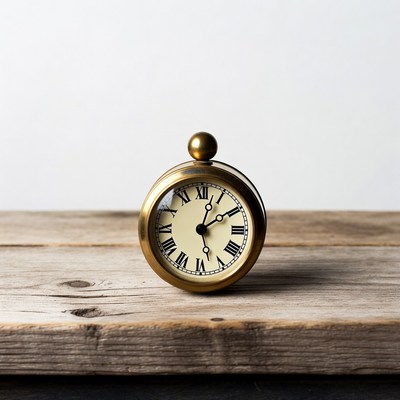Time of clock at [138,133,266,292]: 2:02
